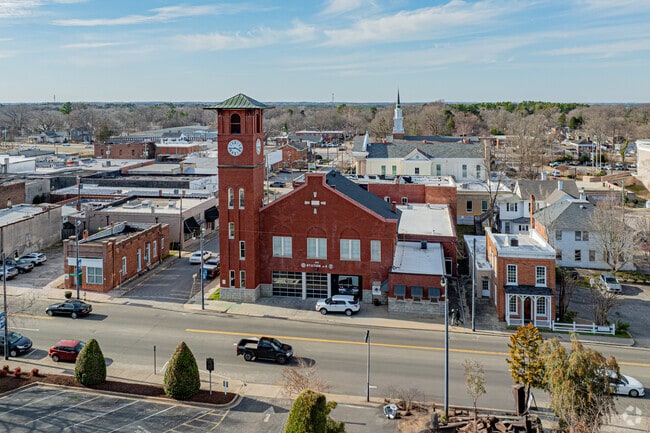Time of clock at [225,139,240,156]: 3:43
